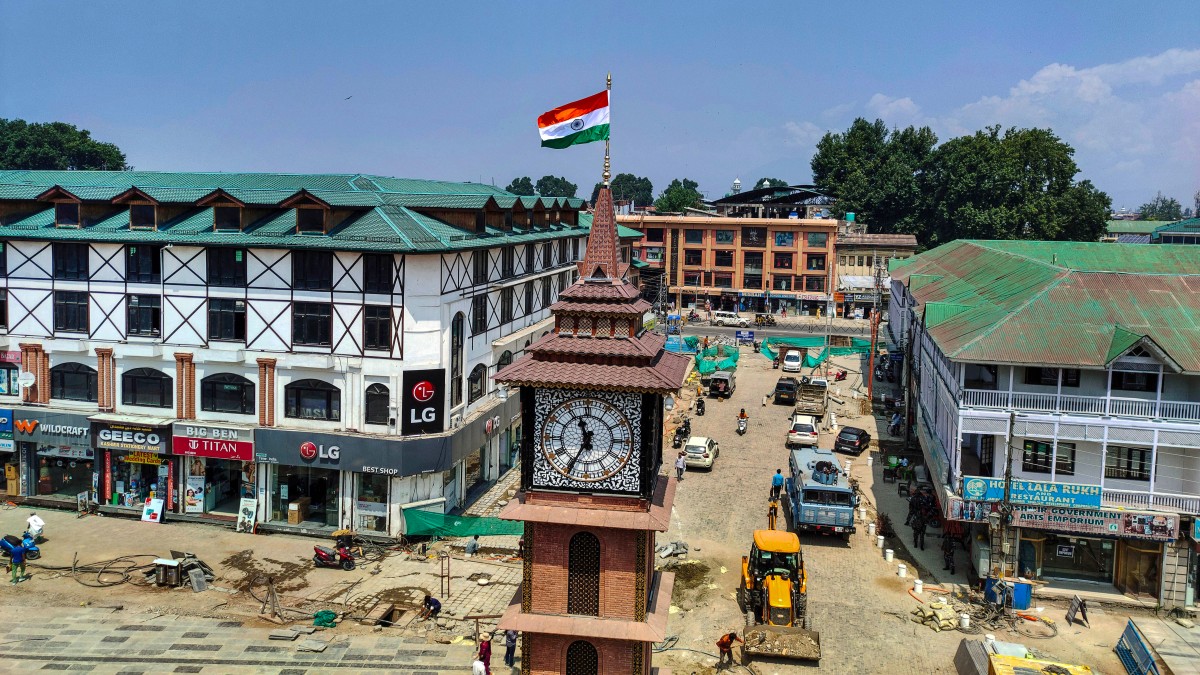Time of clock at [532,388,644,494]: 11:34
